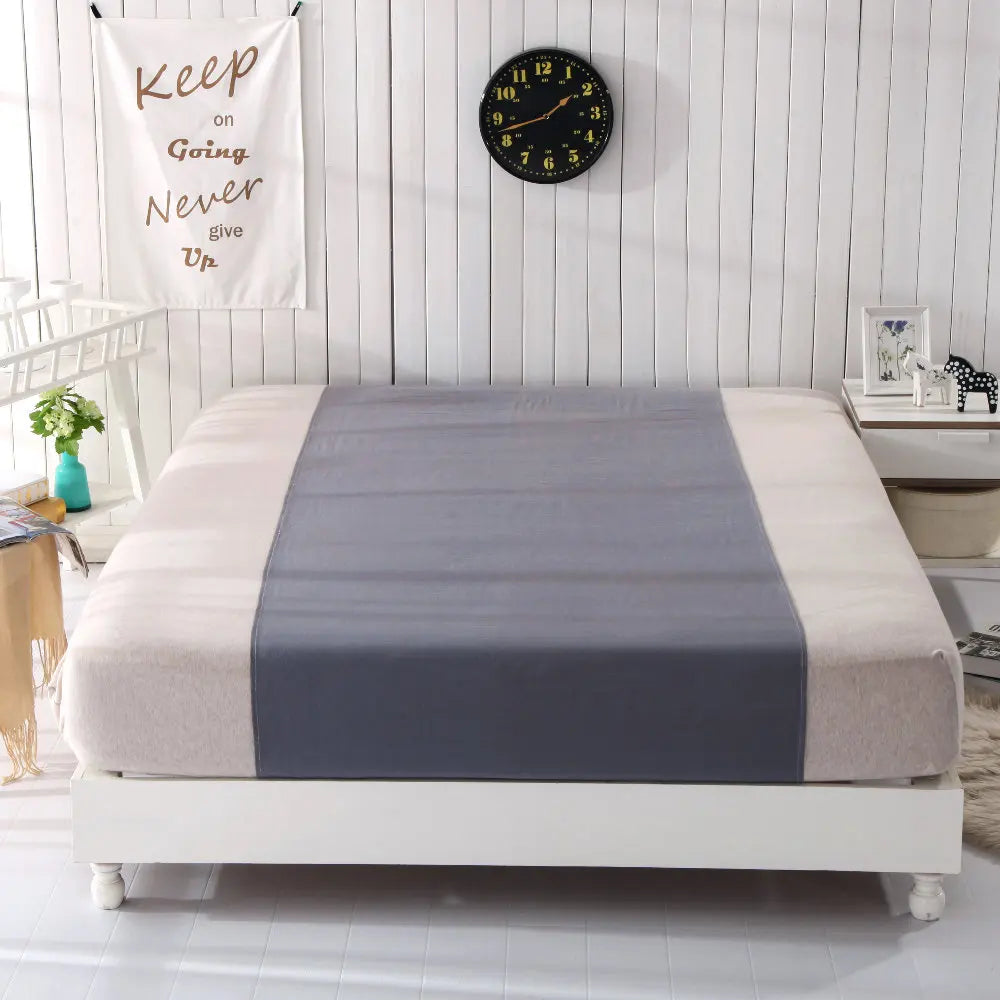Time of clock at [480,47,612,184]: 1:42
